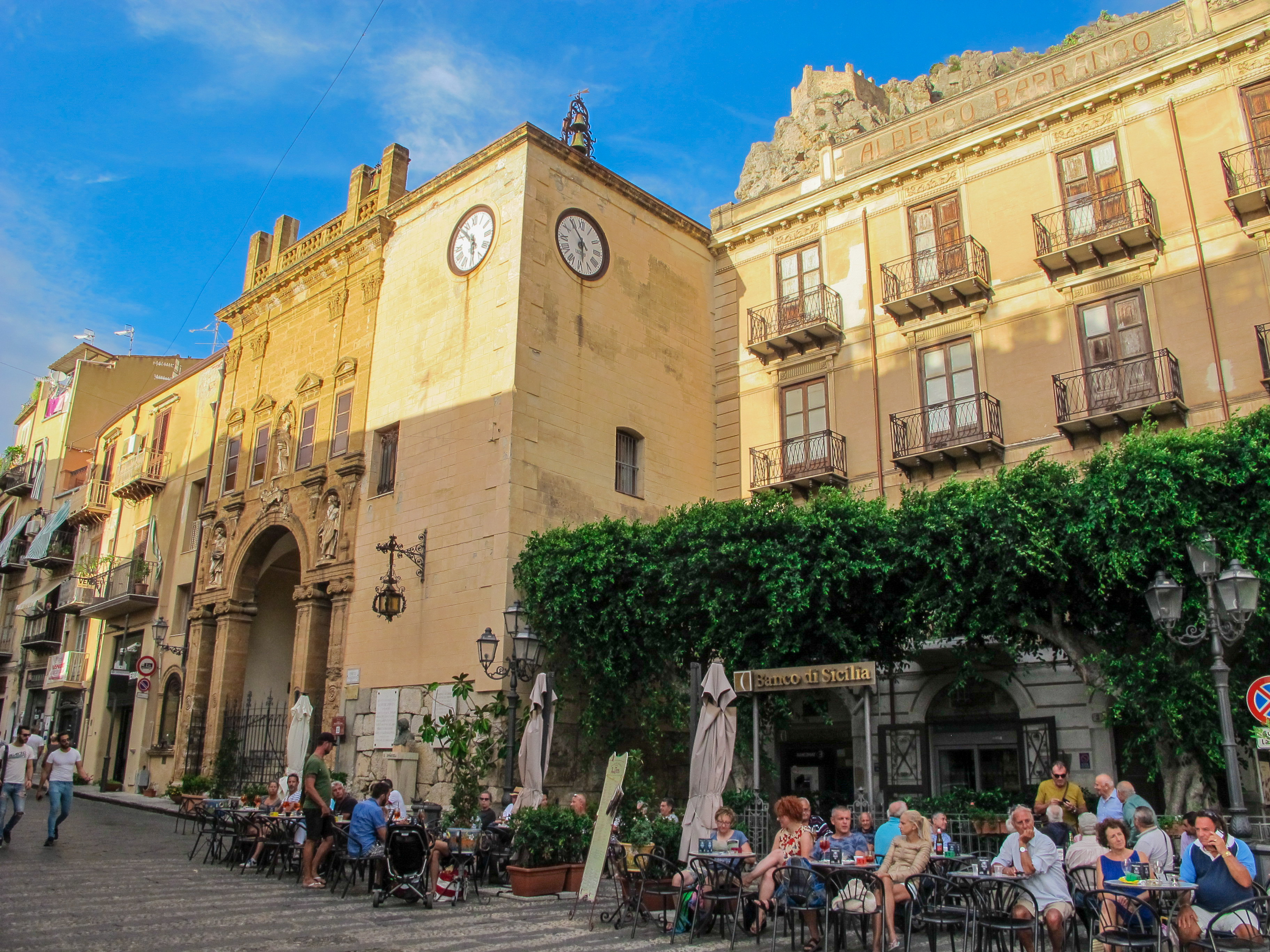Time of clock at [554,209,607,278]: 5:54
